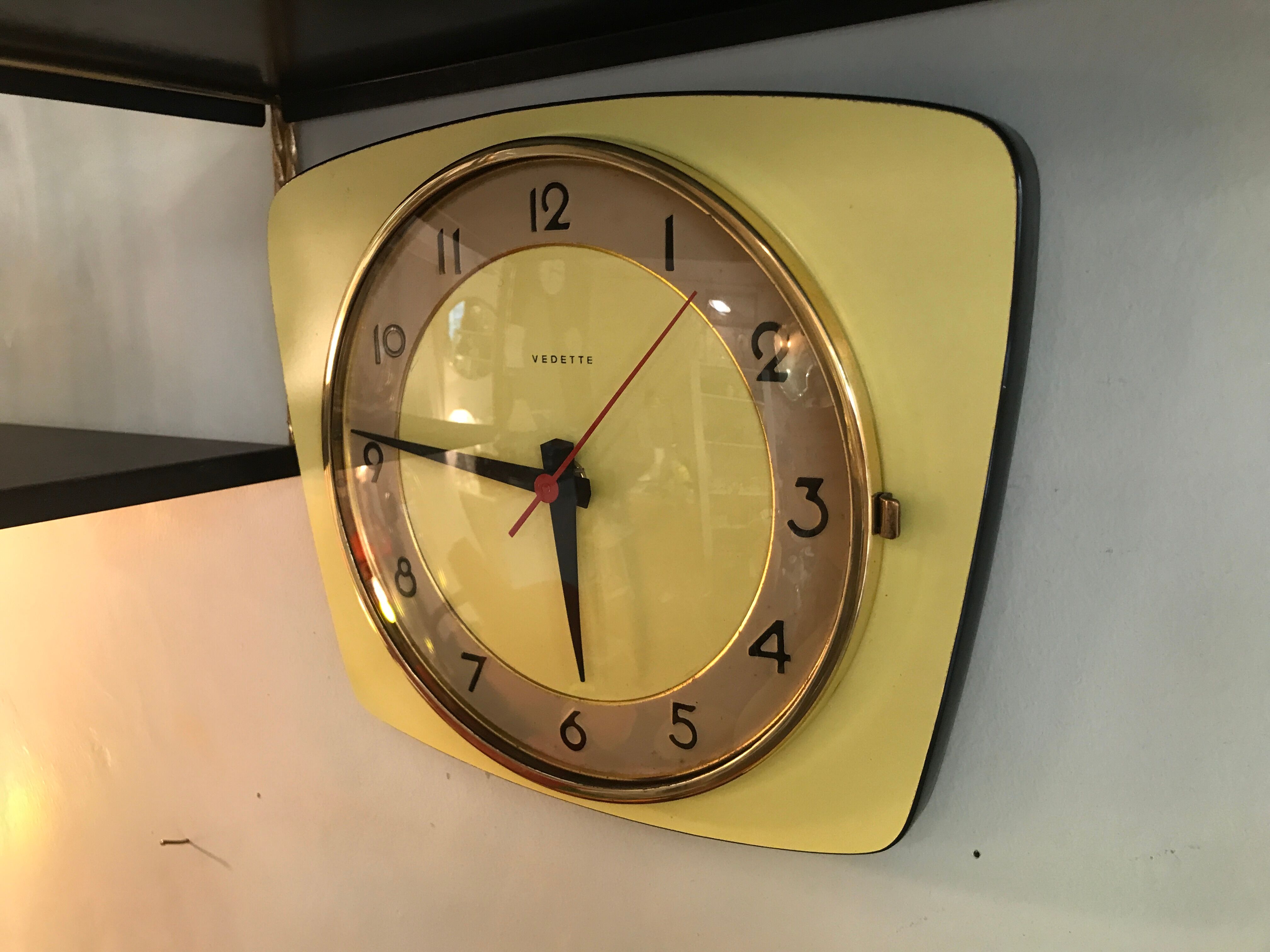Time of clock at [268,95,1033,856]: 5:46
